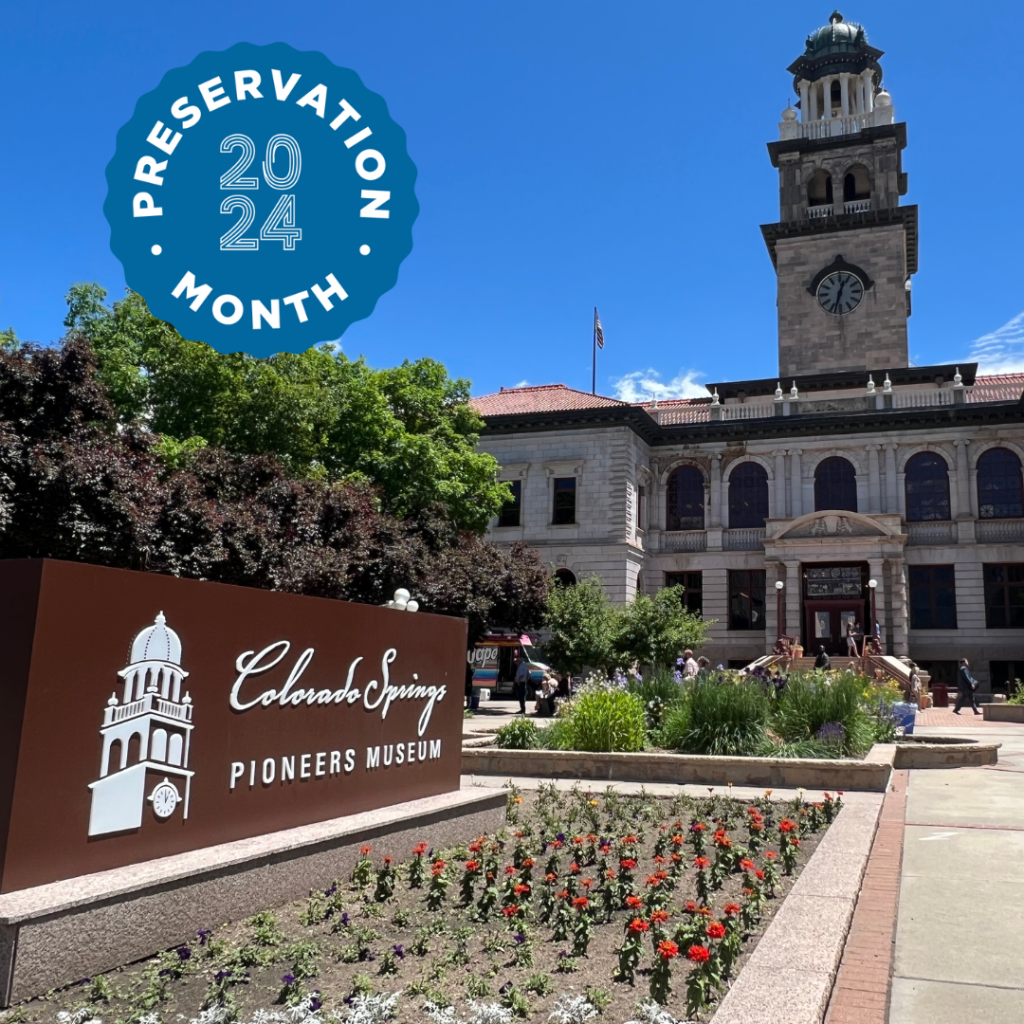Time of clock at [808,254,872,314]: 12:32
